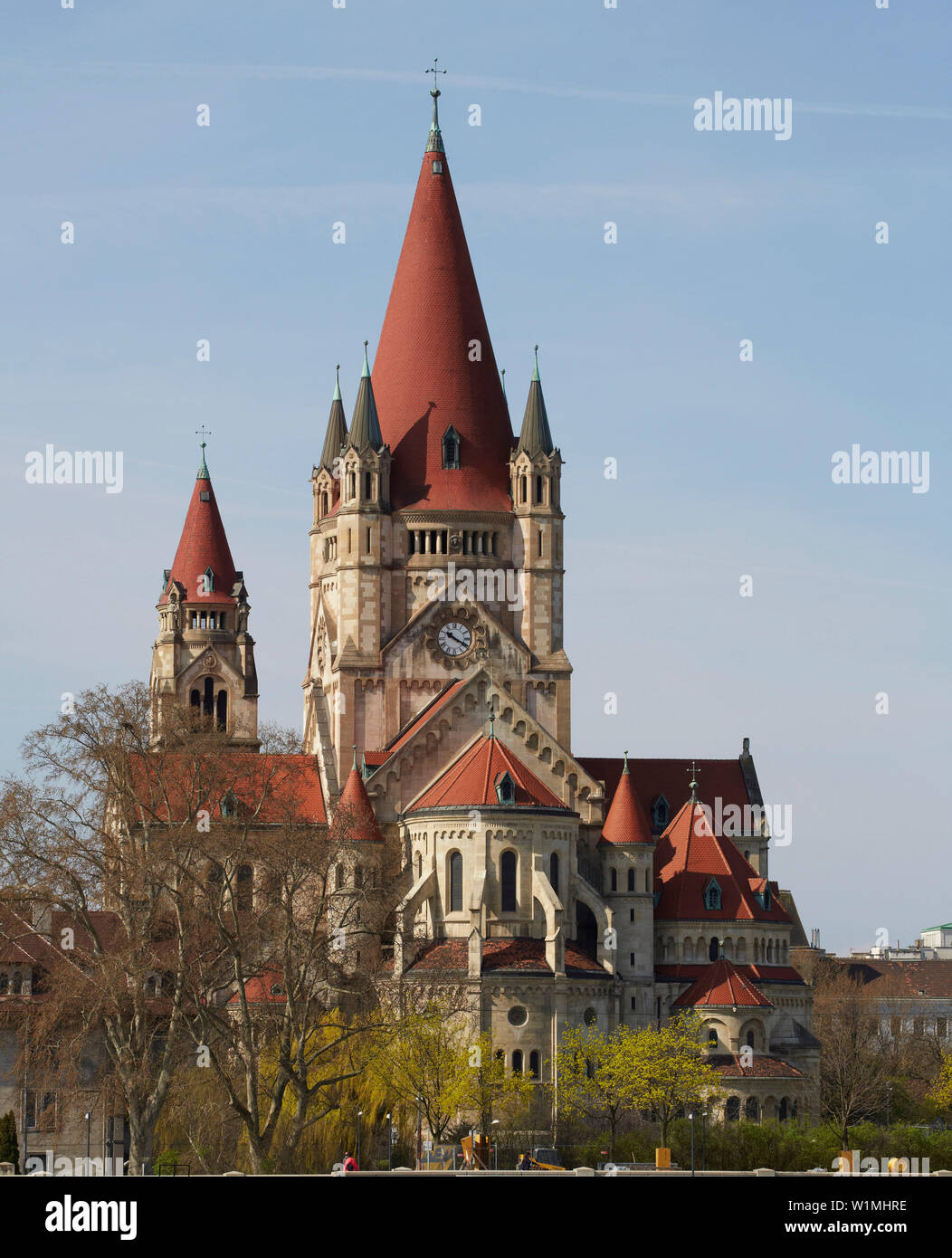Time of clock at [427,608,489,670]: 10:19
